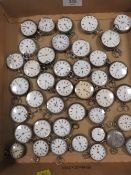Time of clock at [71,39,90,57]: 7:07
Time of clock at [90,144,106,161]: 11:21
